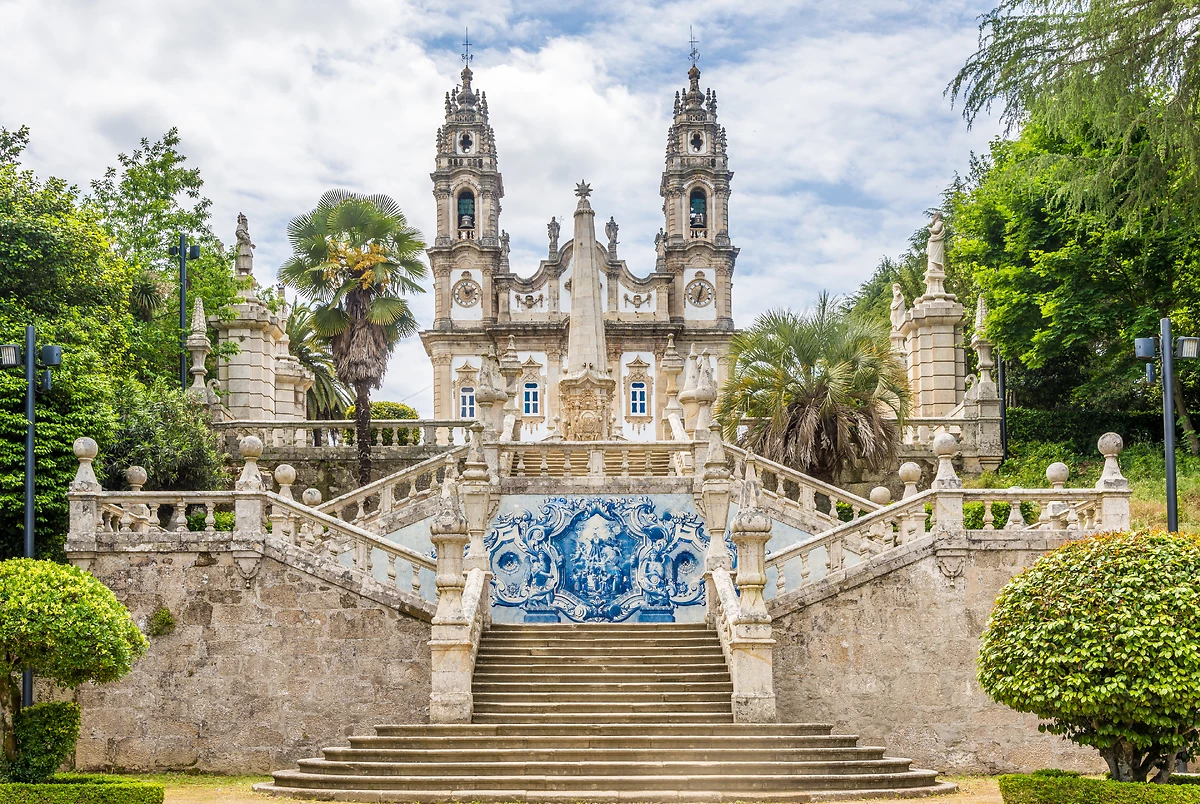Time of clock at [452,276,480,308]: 1:56
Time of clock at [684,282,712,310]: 12:32
